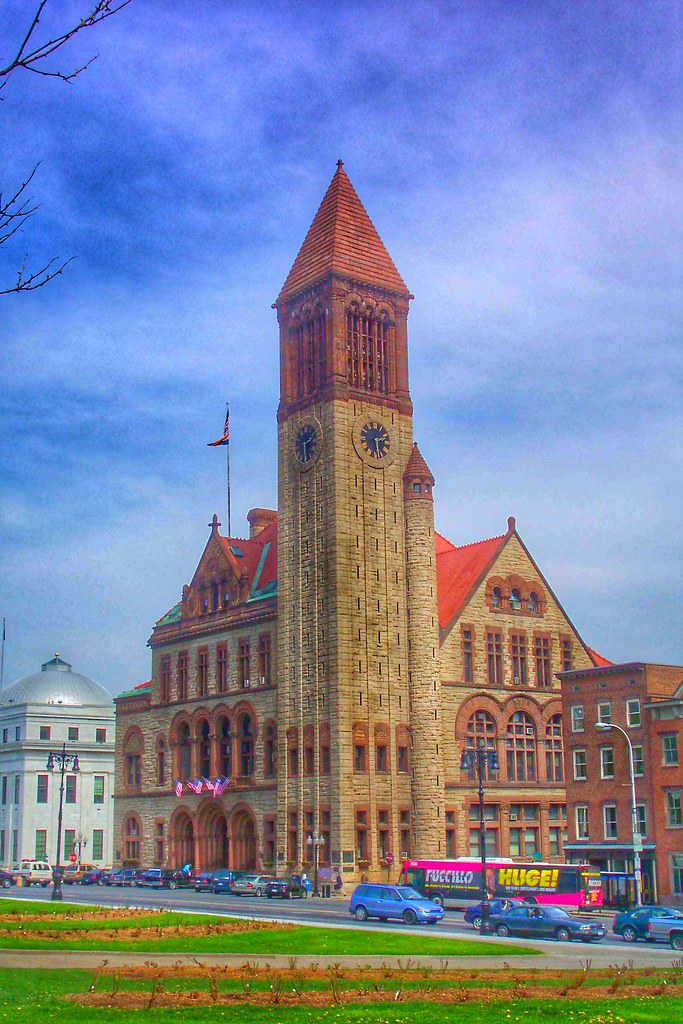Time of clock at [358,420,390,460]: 2:29
